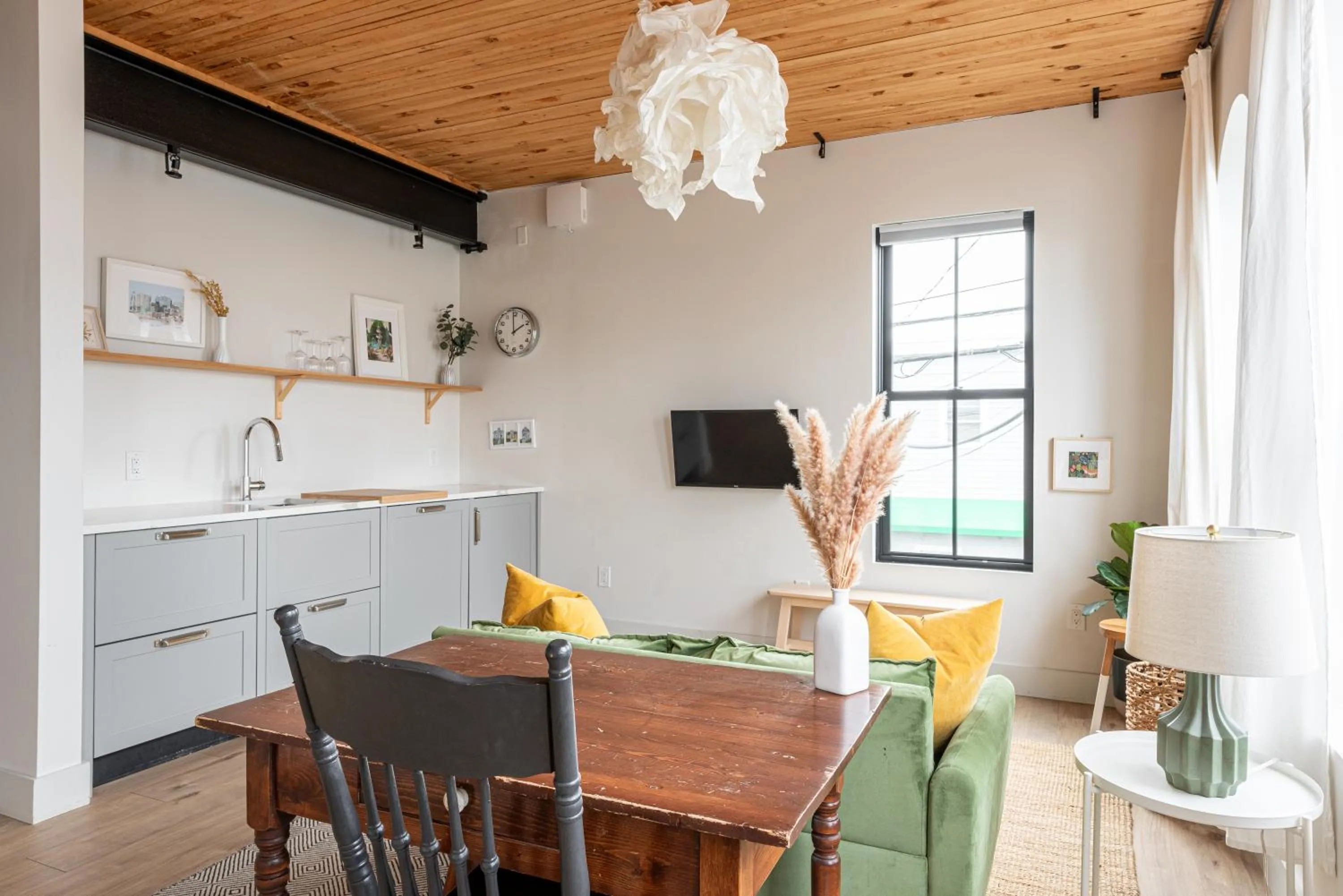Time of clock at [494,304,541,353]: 1:59
